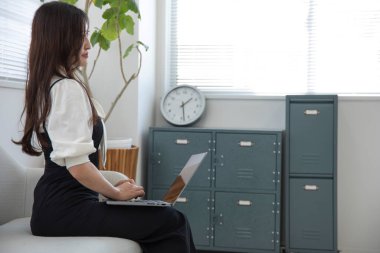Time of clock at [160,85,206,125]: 1:28
